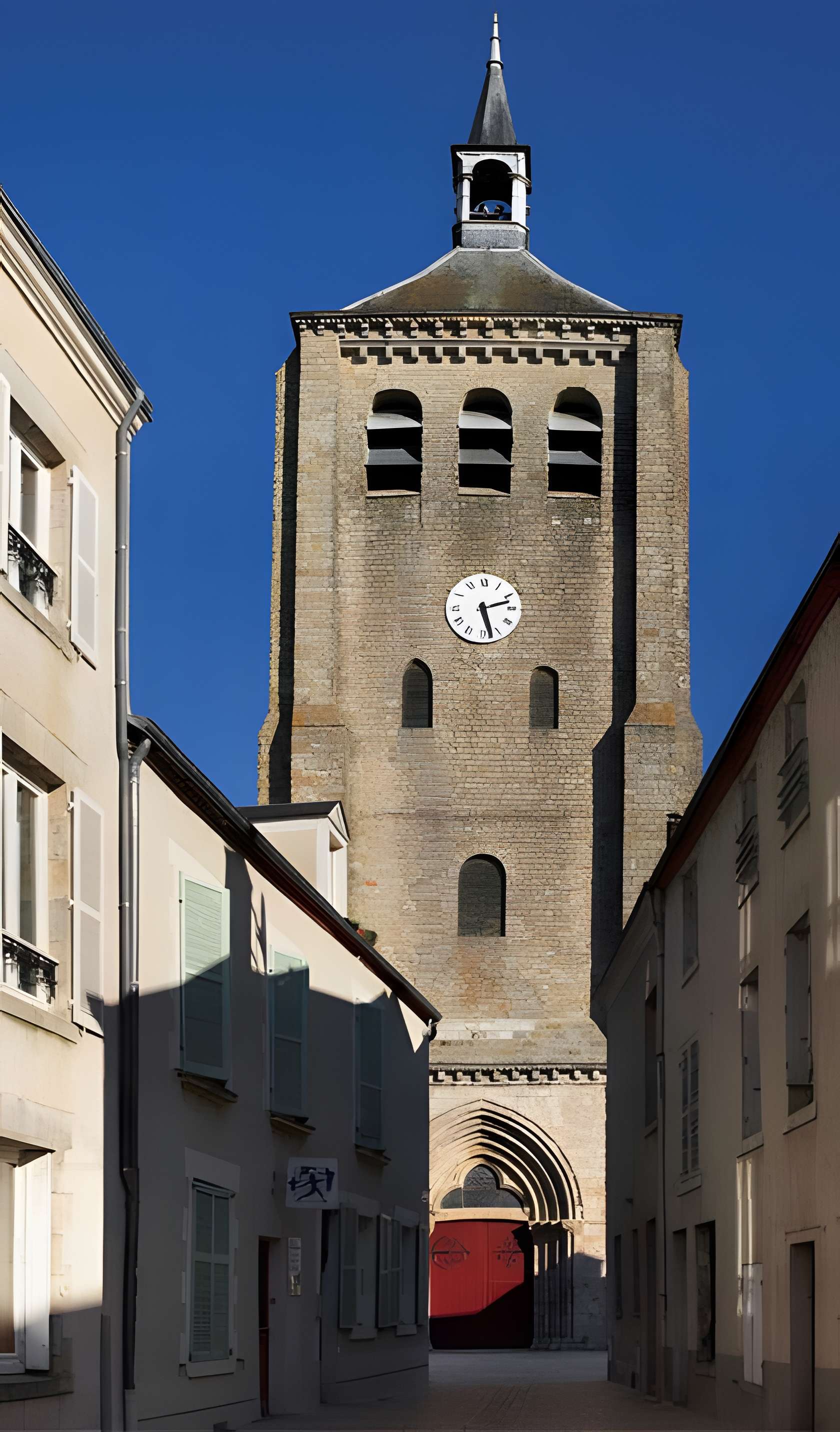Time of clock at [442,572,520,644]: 2:27
